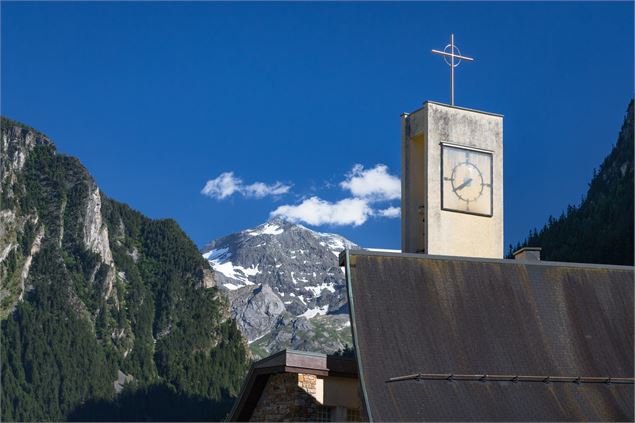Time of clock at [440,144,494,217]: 7:39
